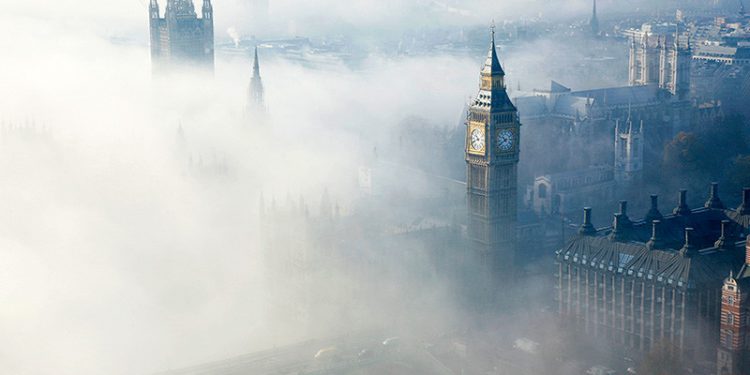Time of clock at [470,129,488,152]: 10:41
